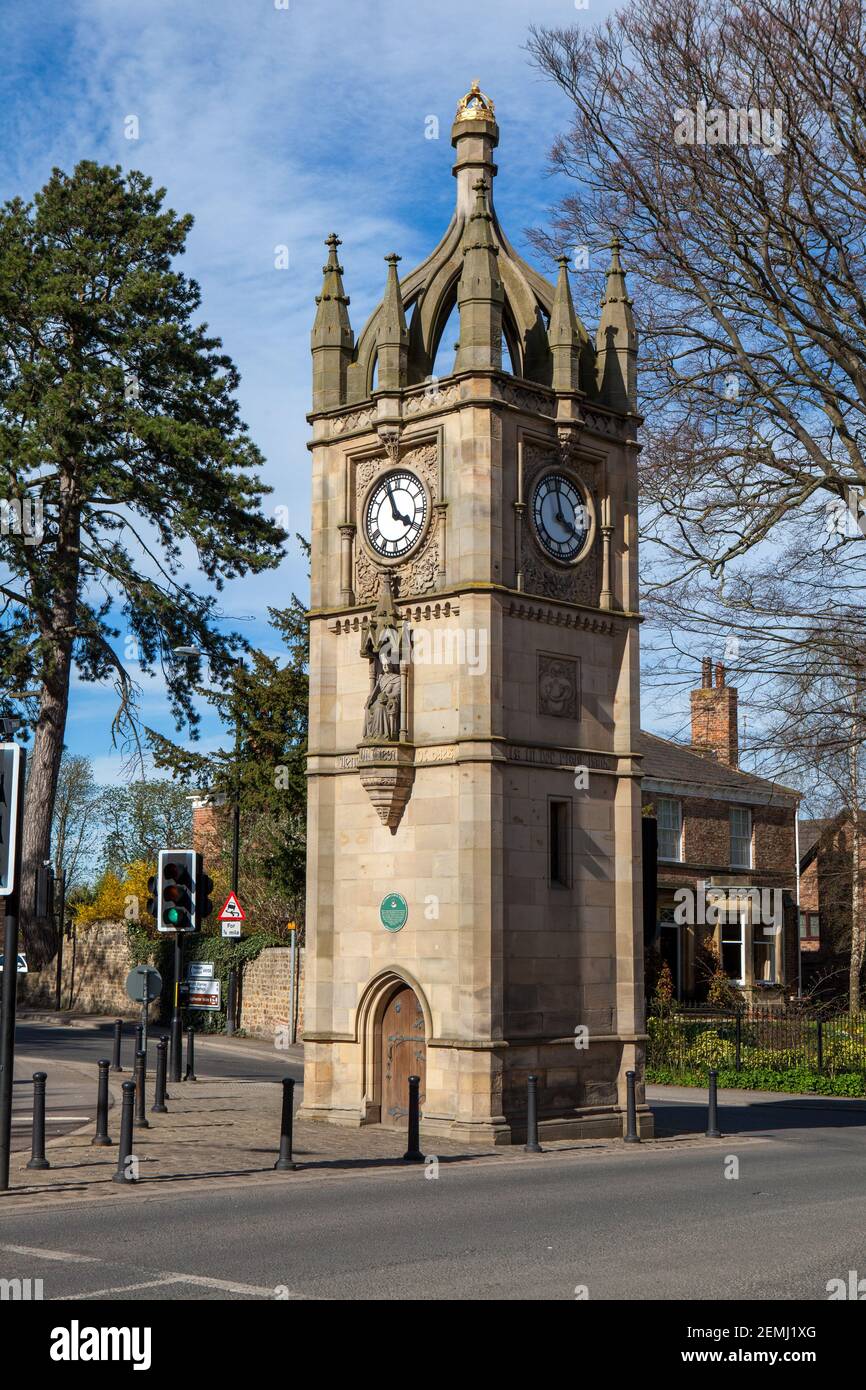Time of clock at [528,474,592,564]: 3:58
